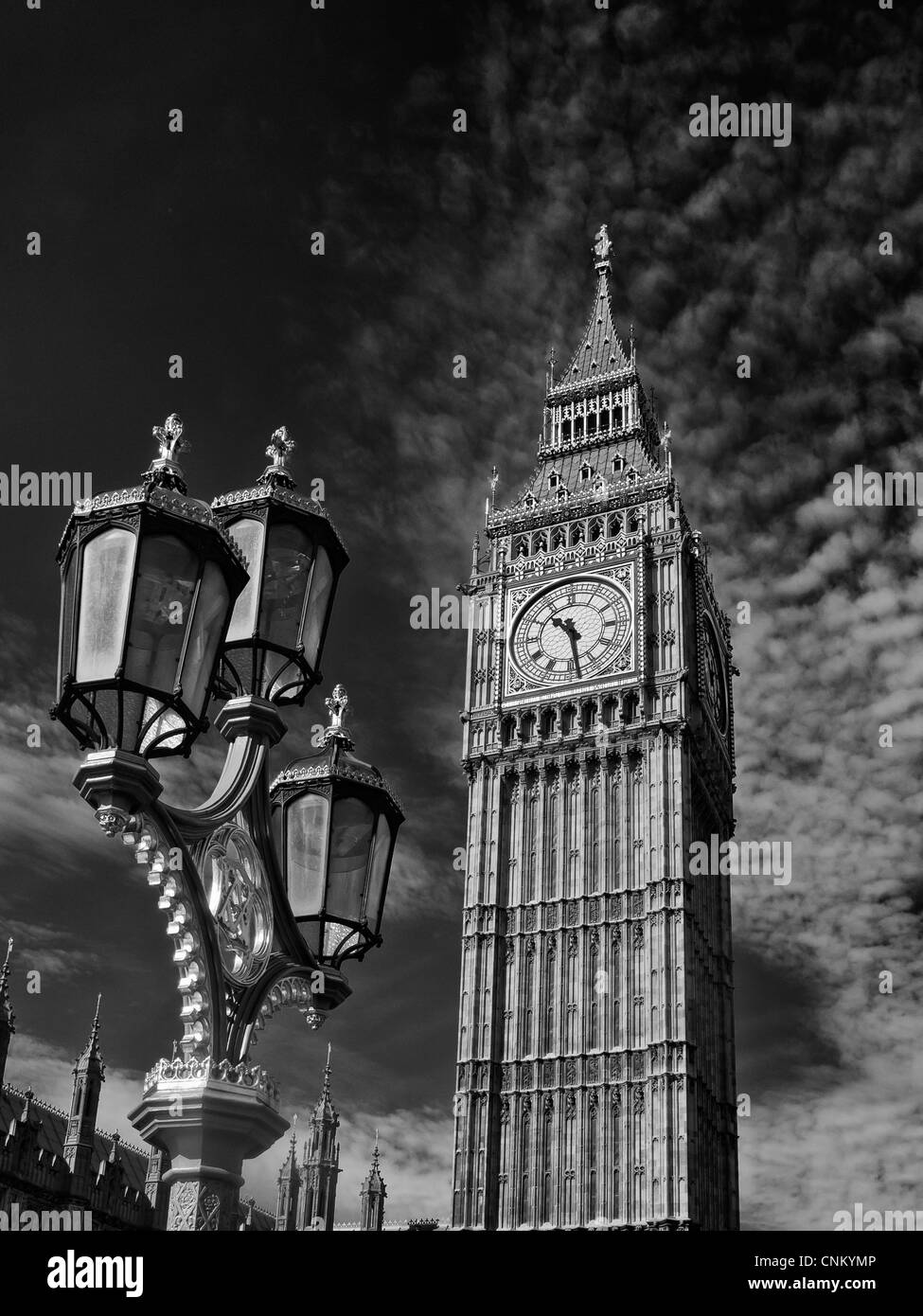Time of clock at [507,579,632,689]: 10:28
